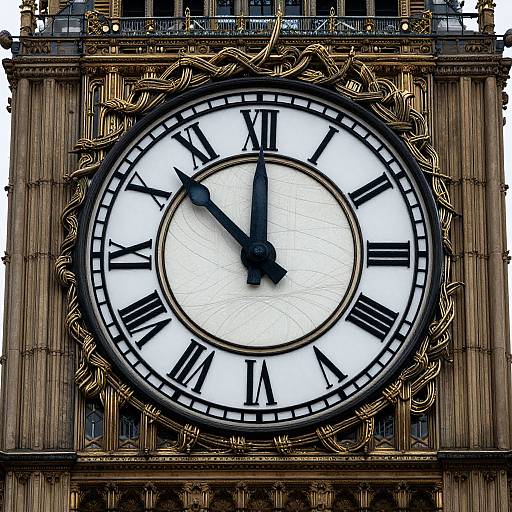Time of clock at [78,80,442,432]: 11:52
